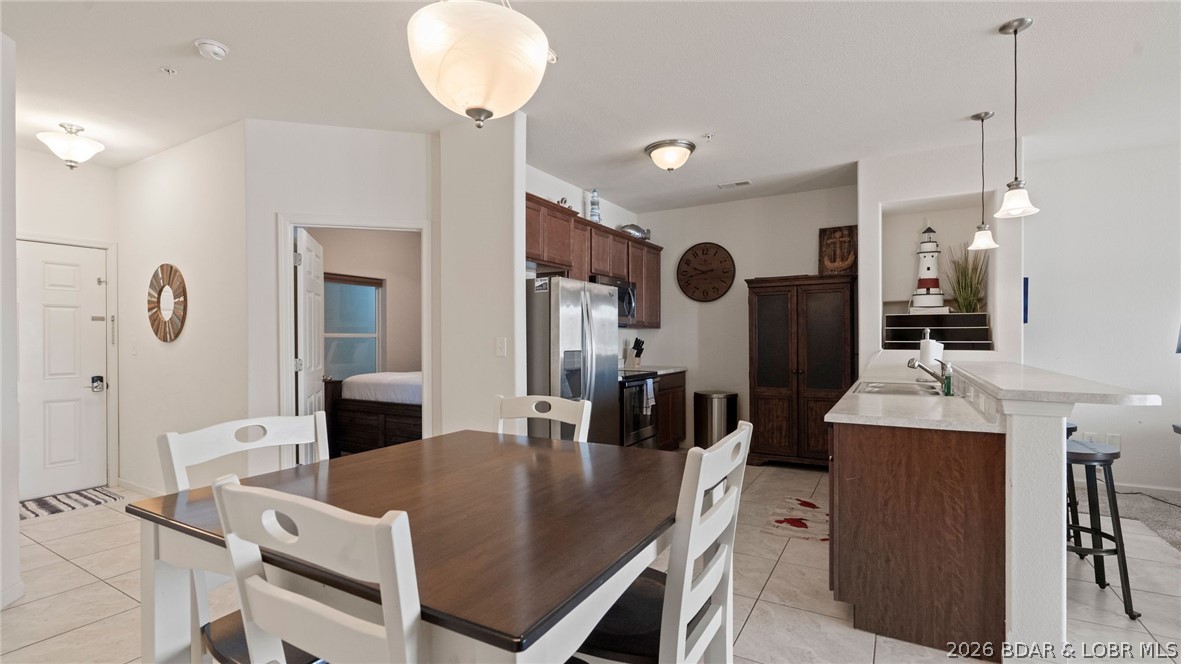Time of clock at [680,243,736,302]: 9:42
